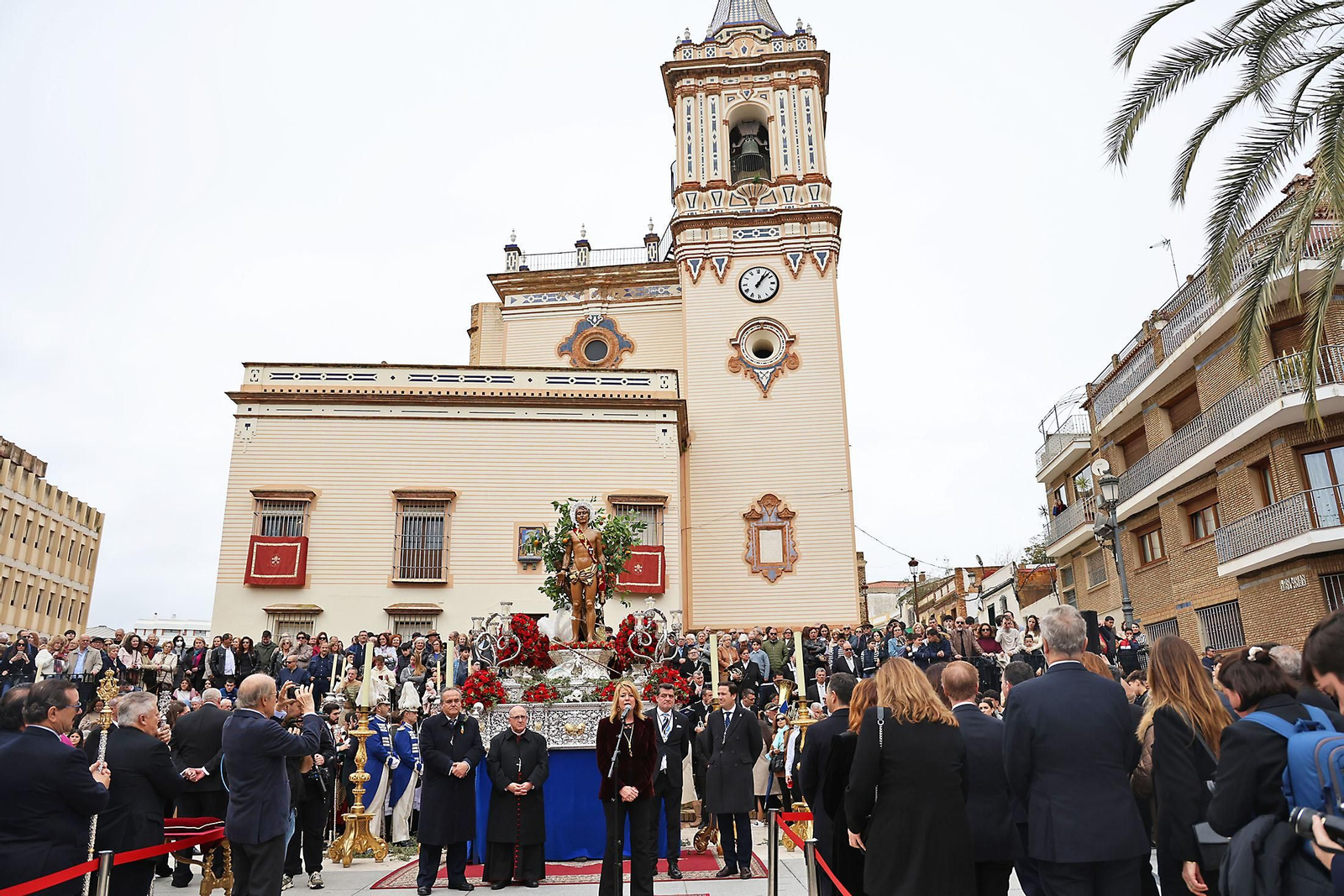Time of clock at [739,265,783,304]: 1:07
